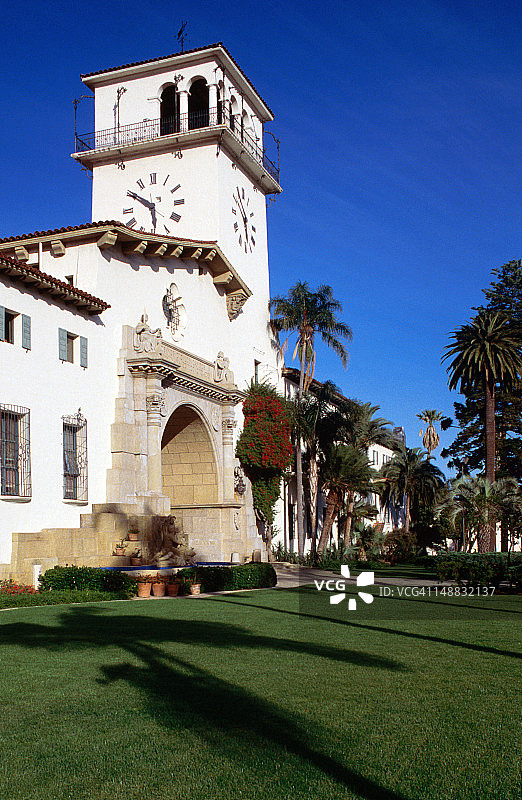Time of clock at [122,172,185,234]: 5:50
